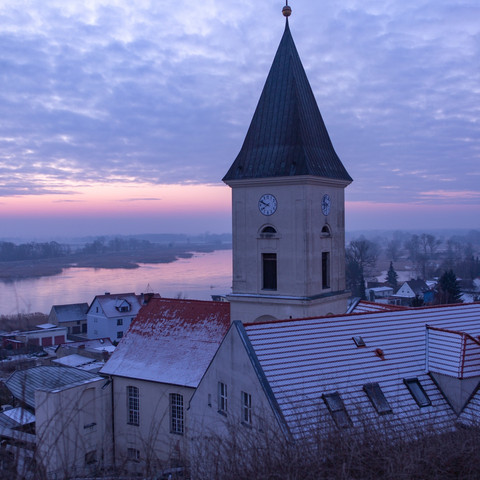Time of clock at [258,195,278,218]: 7:49
